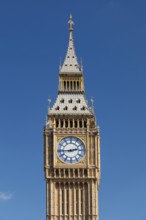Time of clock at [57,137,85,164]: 2:44
